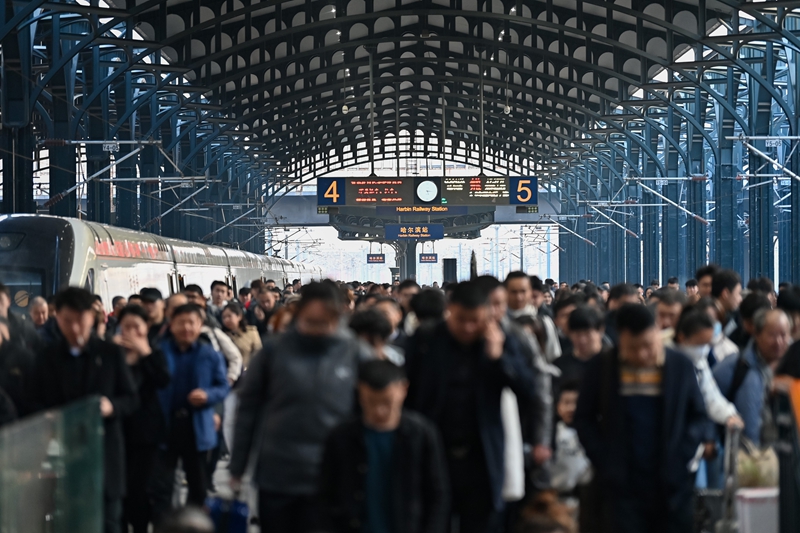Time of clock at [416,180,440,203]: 5:15
